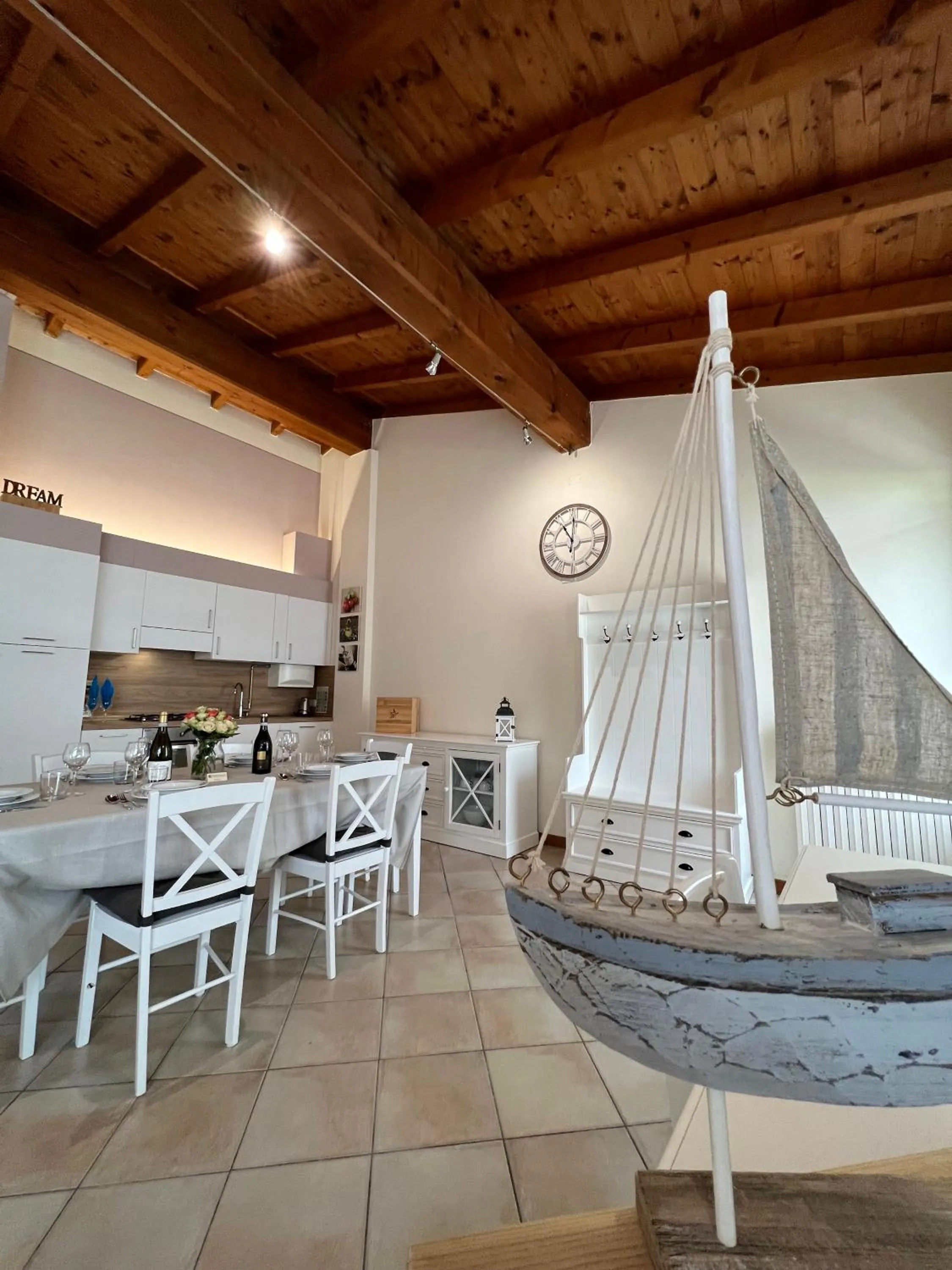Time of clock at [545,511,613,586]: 11:00
